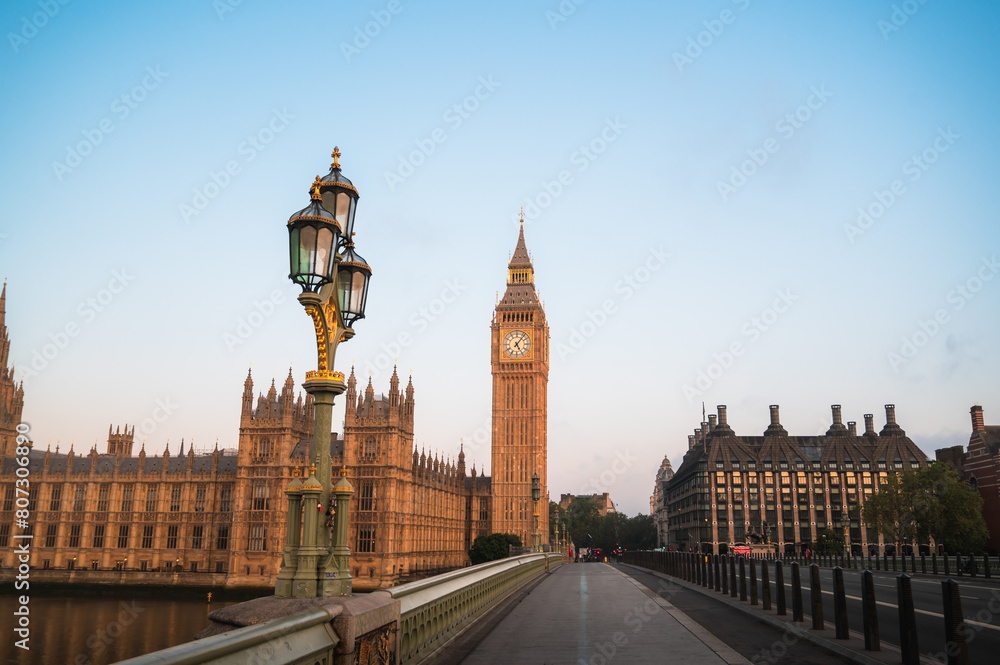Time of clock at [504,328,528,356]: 5:06
